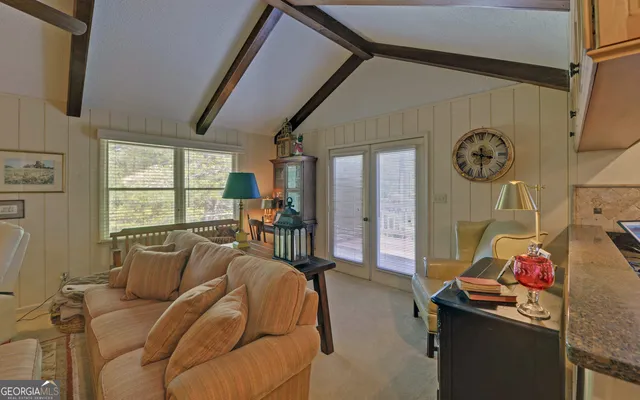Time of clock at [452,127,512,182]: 3:29
